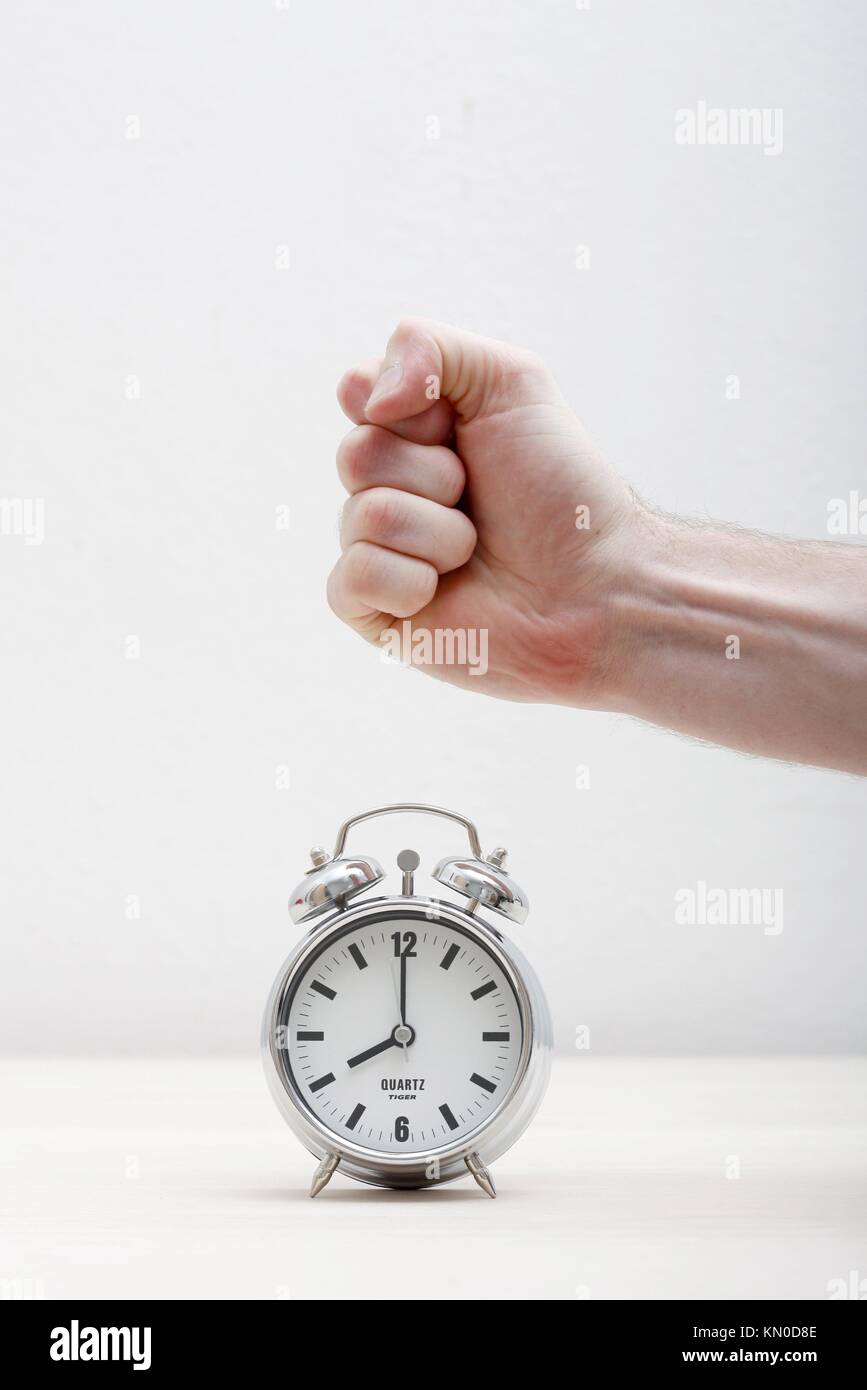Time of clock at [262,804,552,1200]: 8:00
